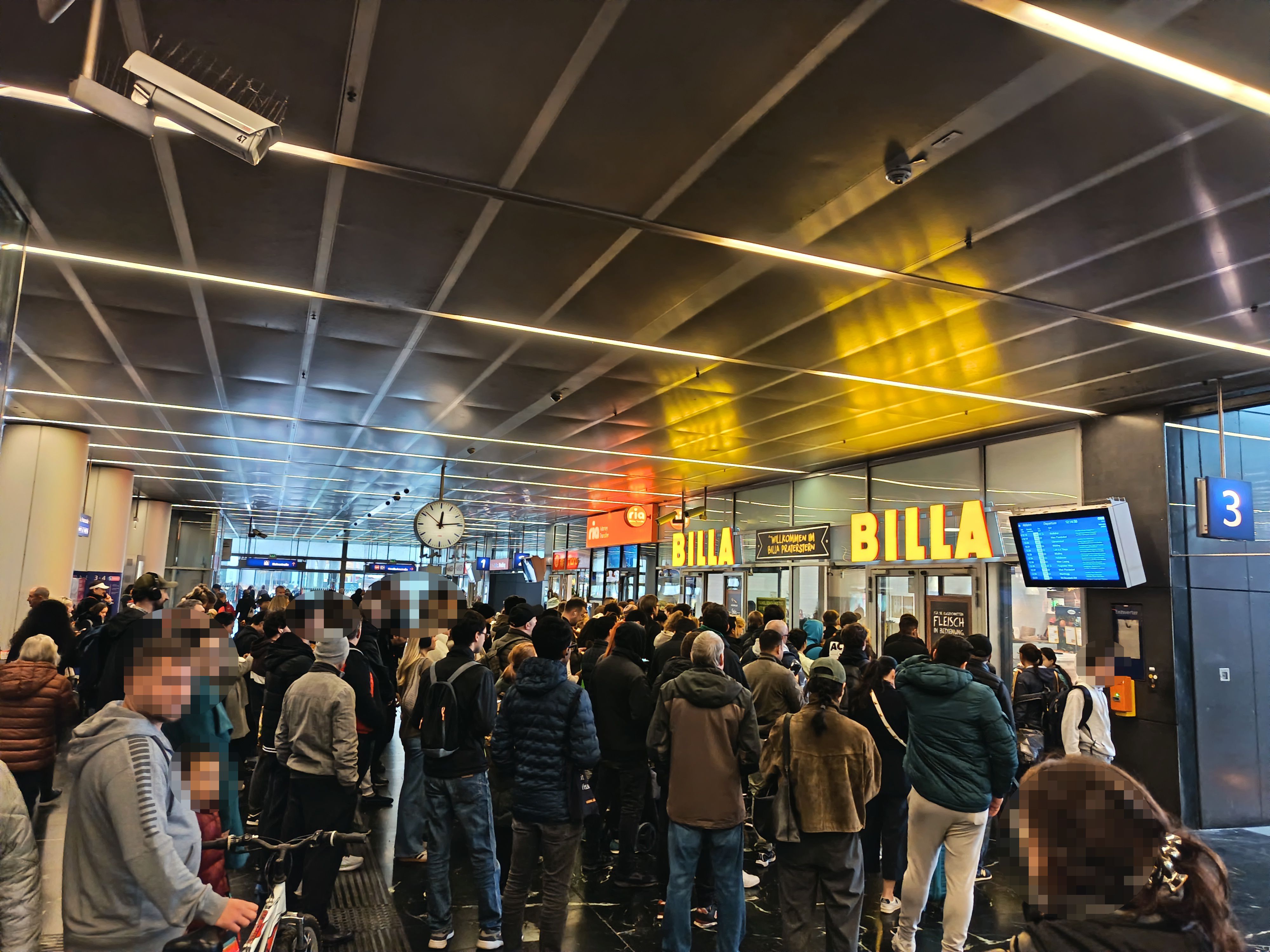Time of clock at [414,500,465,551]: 12:13
